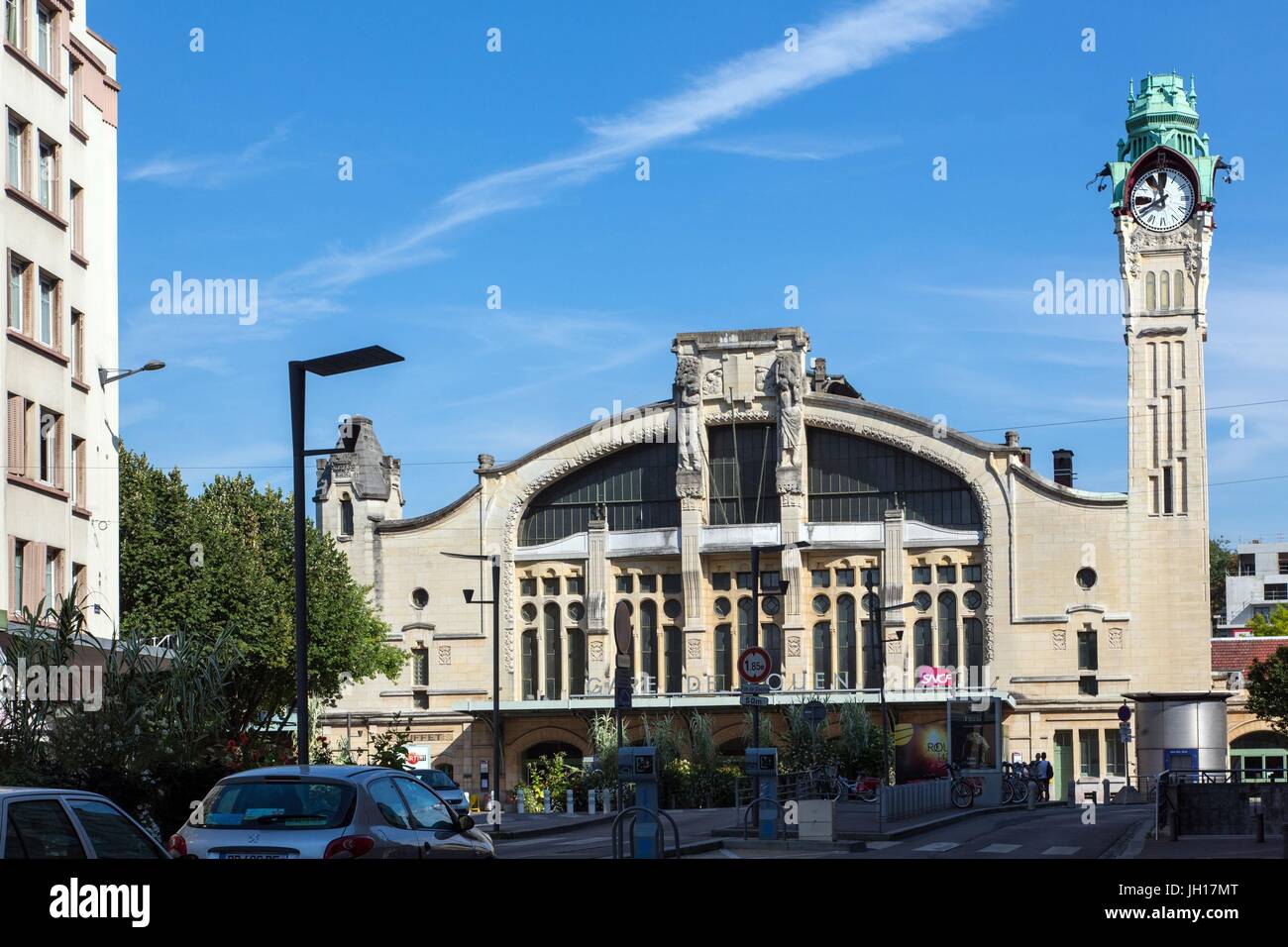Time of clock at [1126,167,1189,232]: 11:40
